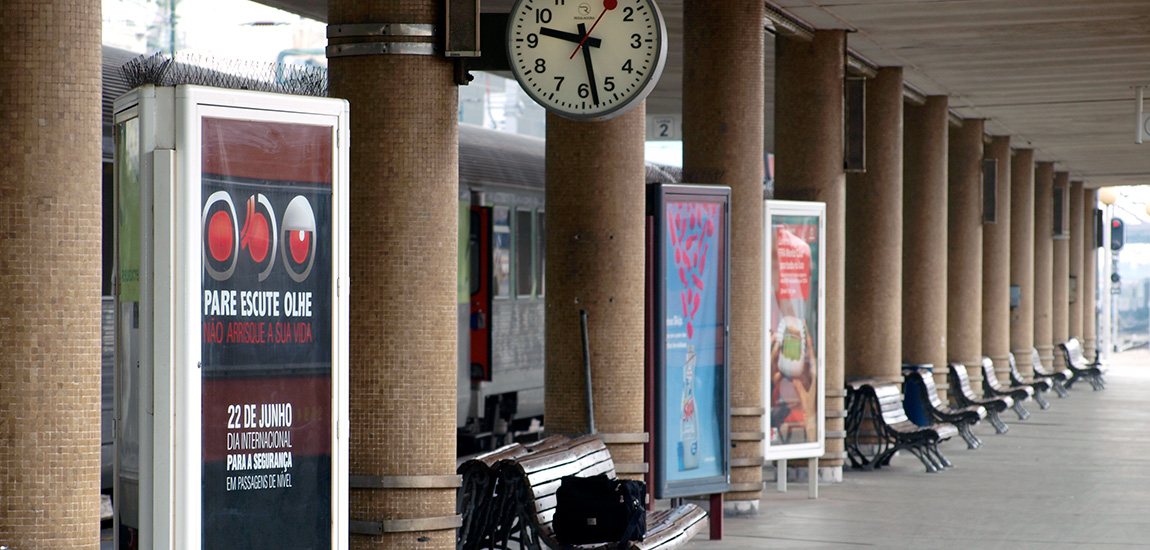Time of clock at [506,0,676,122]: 9:28
